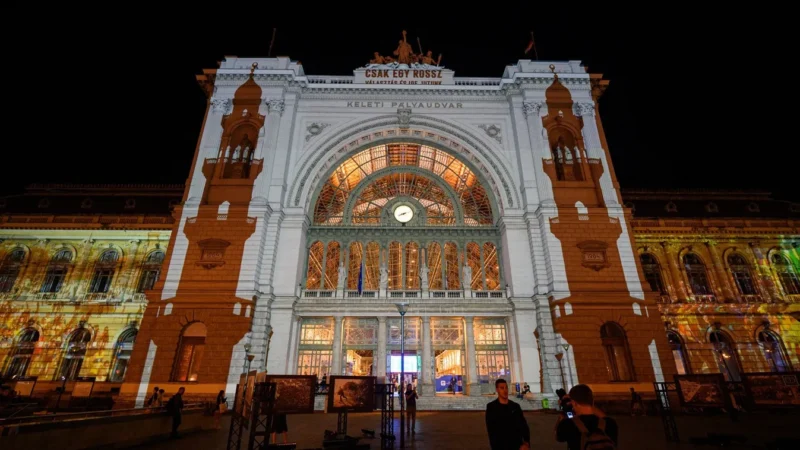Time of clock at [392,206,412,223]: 8:12
